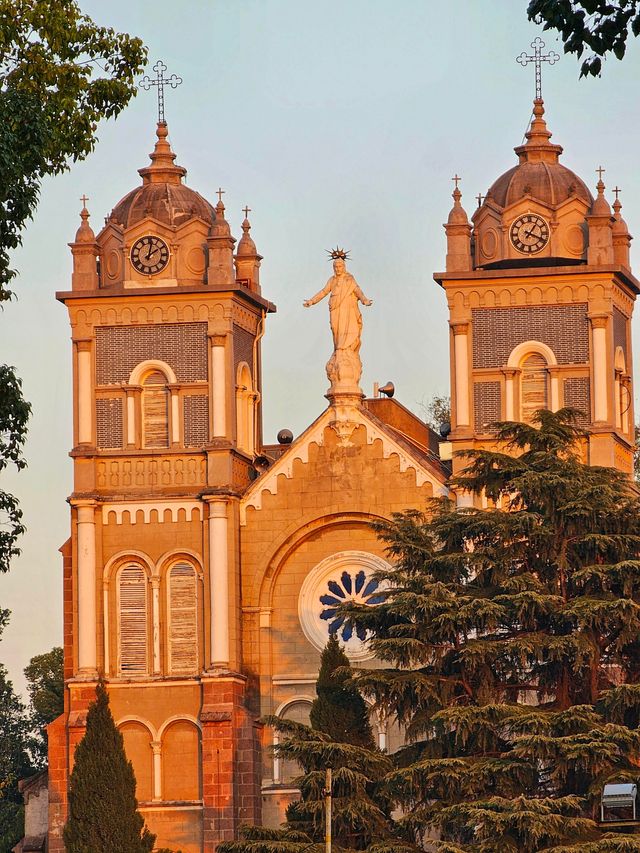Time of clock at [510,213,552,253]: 1:18
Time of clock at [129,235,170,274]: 2:01
